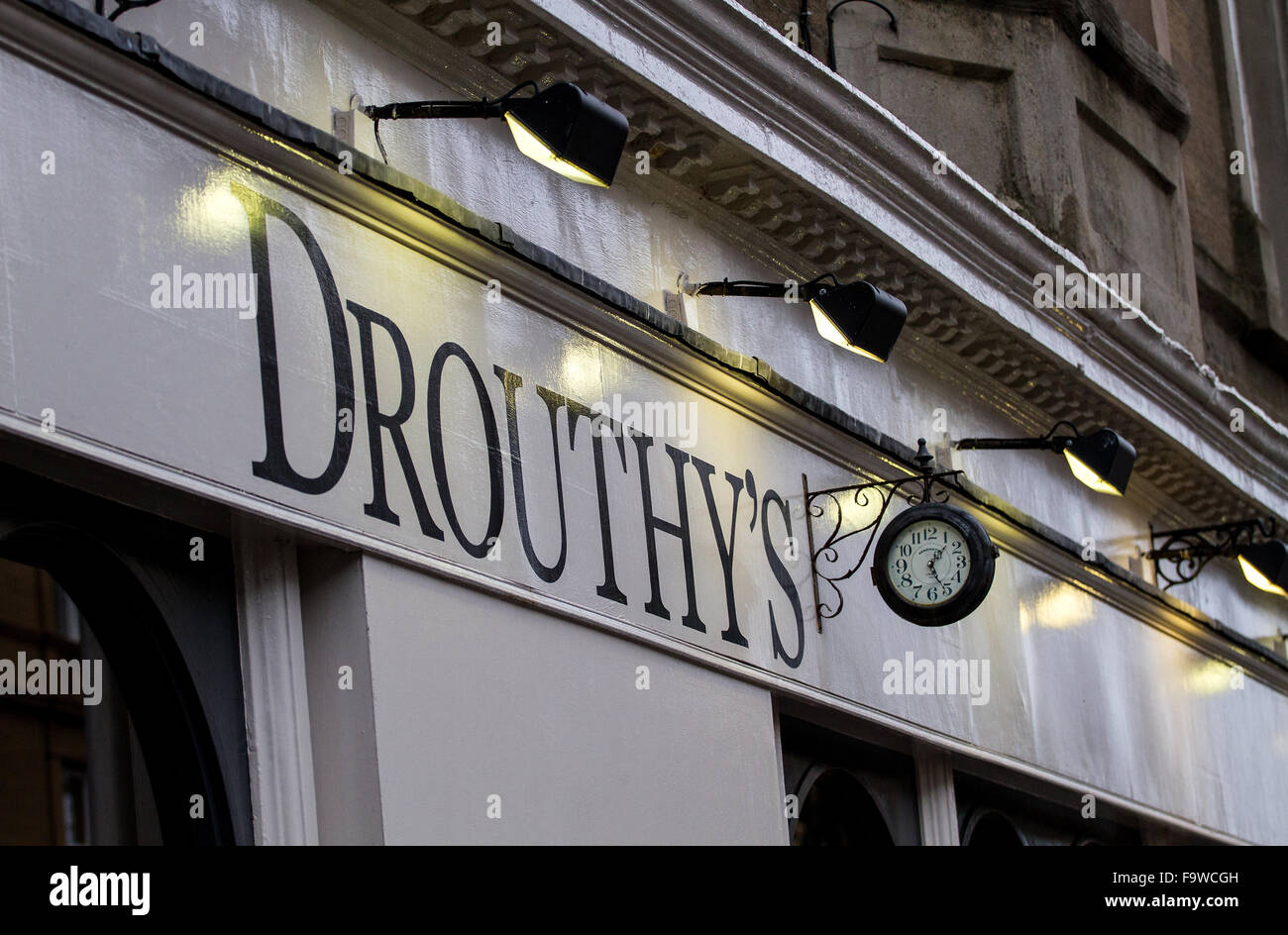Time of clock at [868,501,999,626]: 1:26
